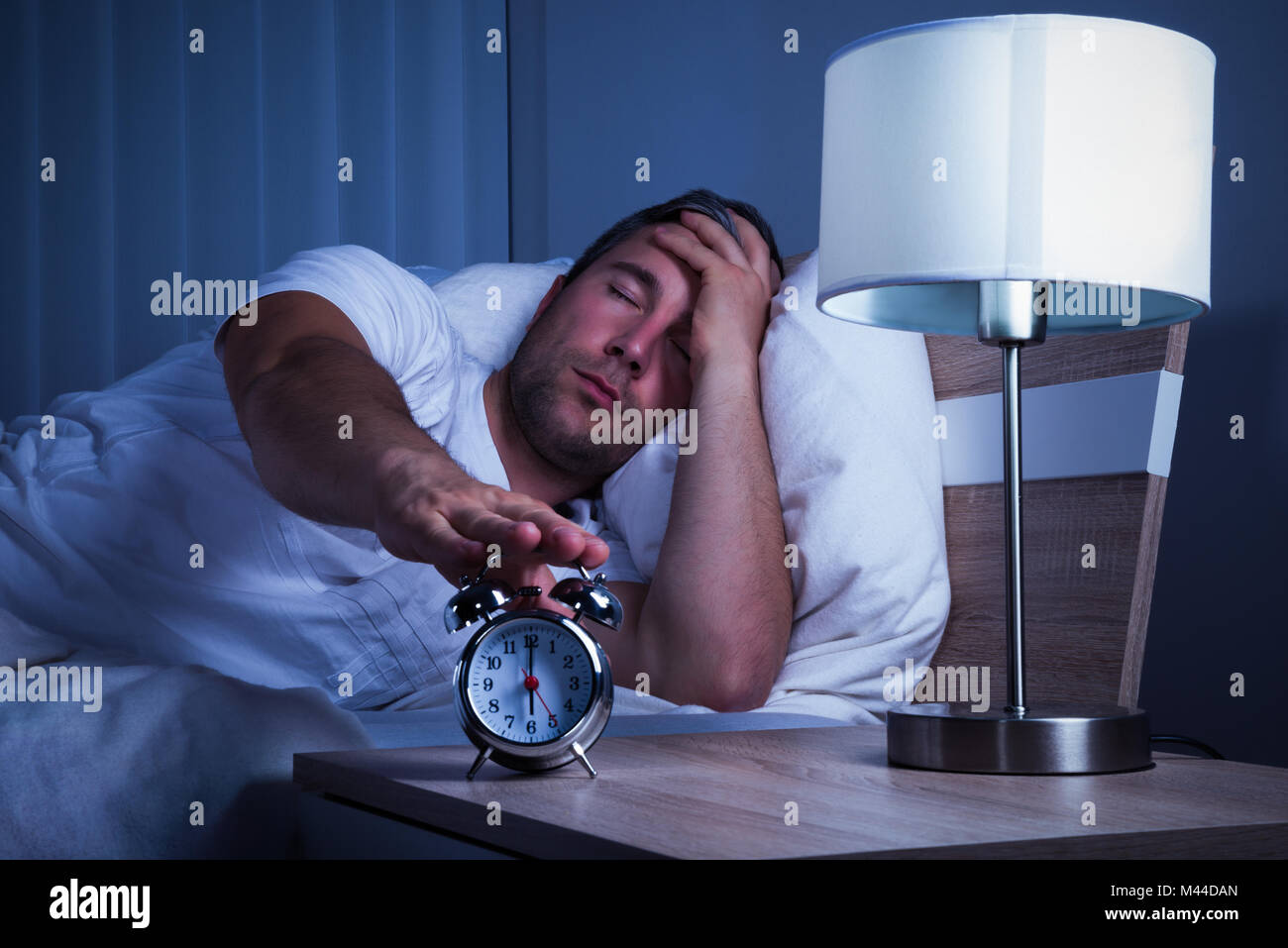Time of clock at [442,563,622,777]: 6:00
